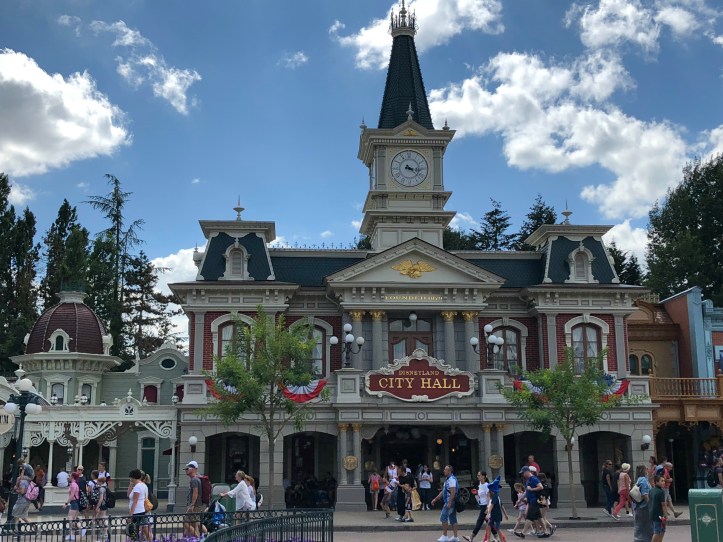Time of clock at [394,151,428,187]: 3:22
